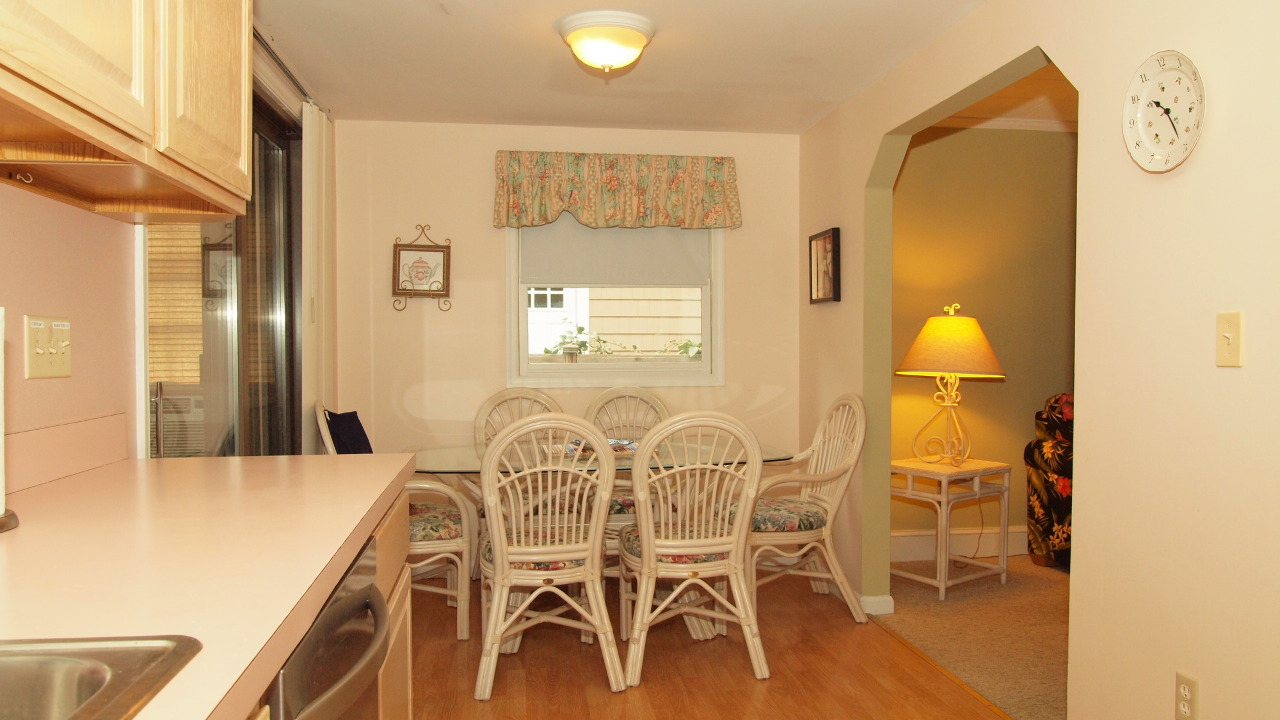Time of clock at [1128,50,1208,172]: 10:24
